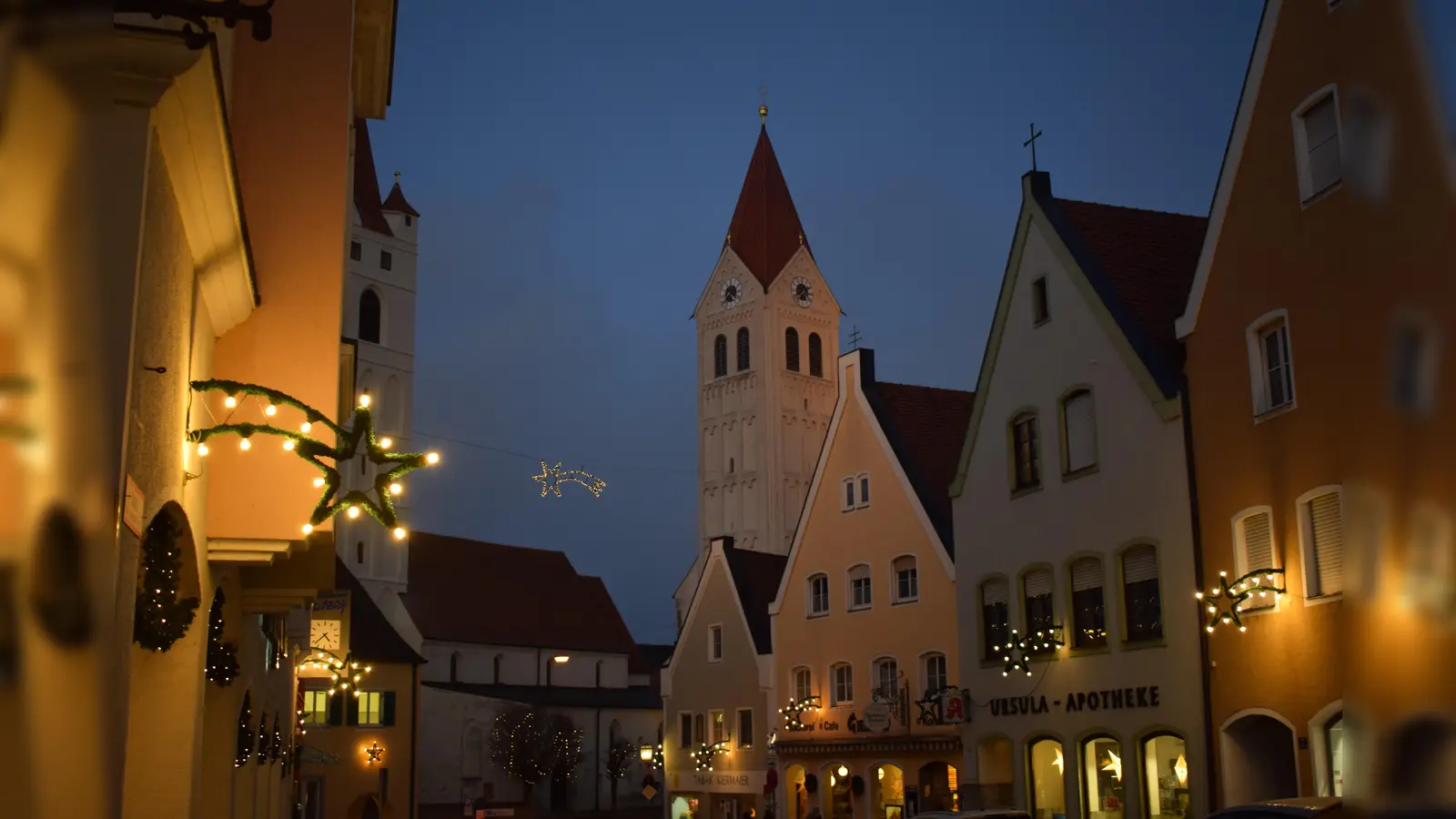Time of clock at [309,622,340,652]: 4:38
